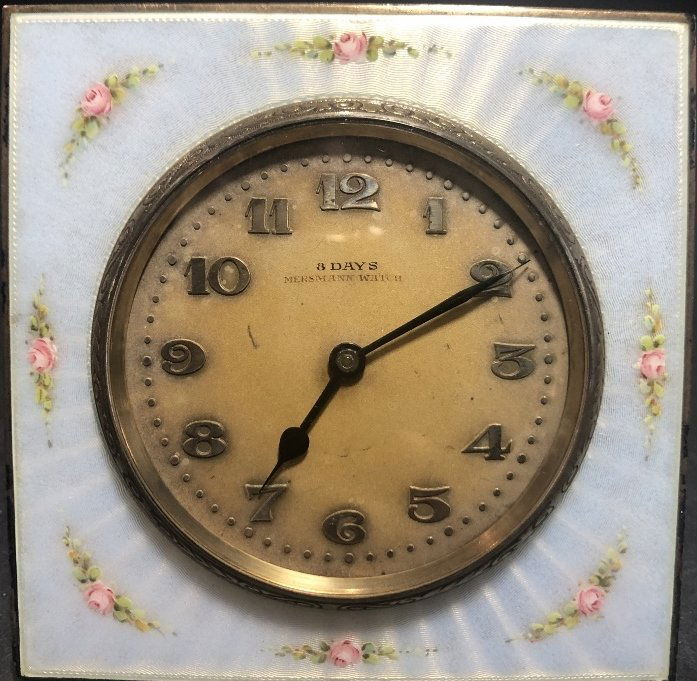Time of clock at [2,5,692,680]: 7:10
